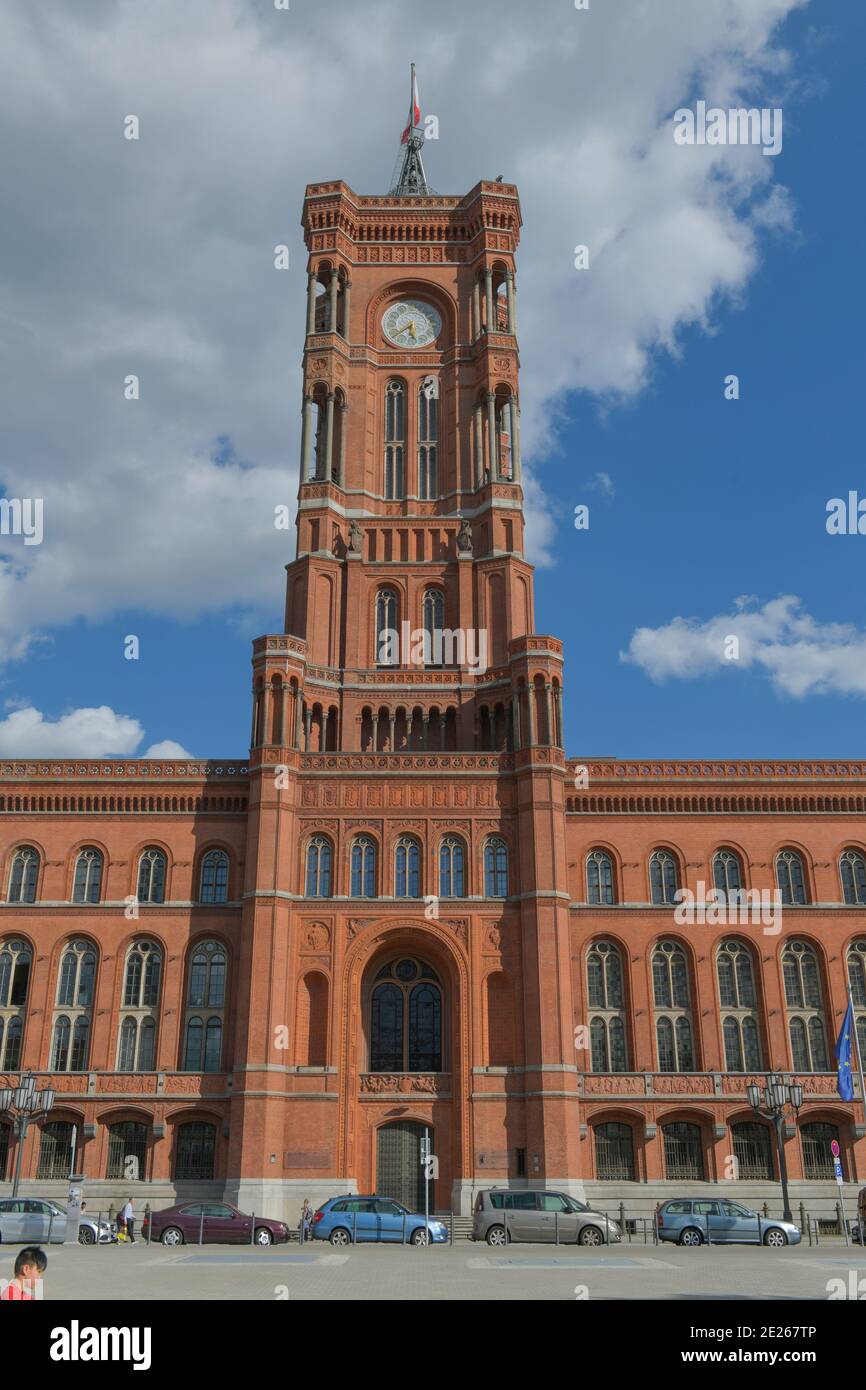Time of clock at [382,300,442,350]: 6:38
